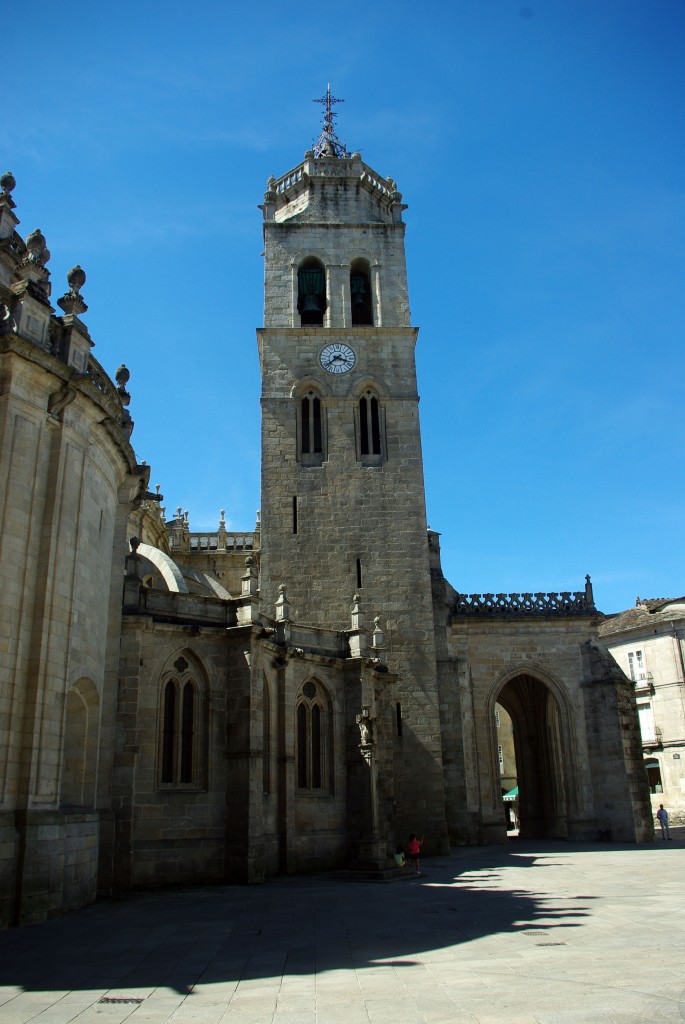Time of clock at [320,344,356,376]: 3:38
